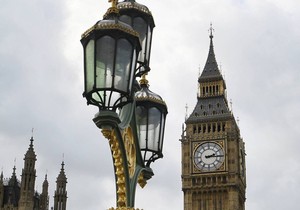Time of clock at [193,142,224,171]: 2:15
